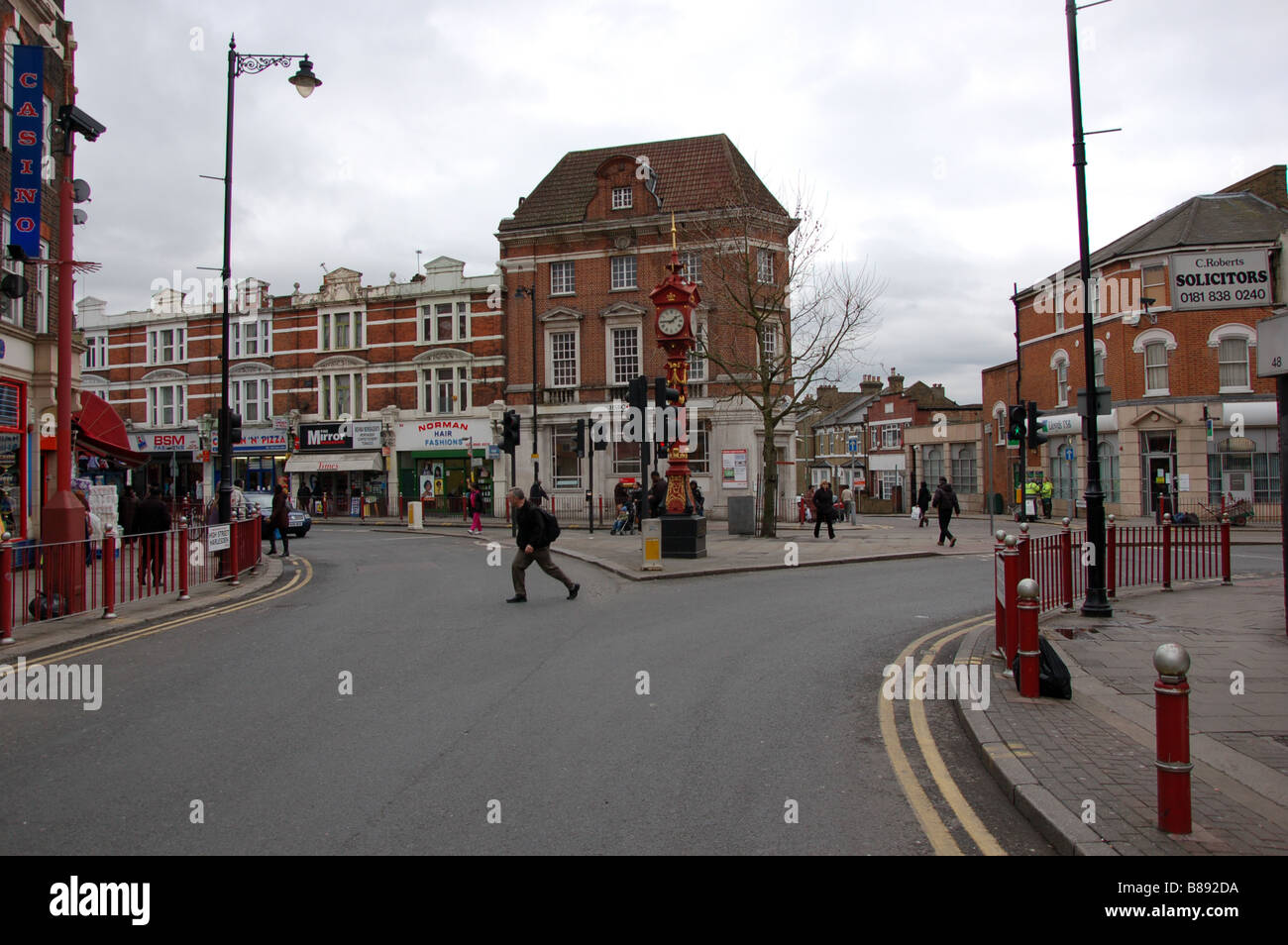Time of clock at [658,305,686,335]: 1:44
